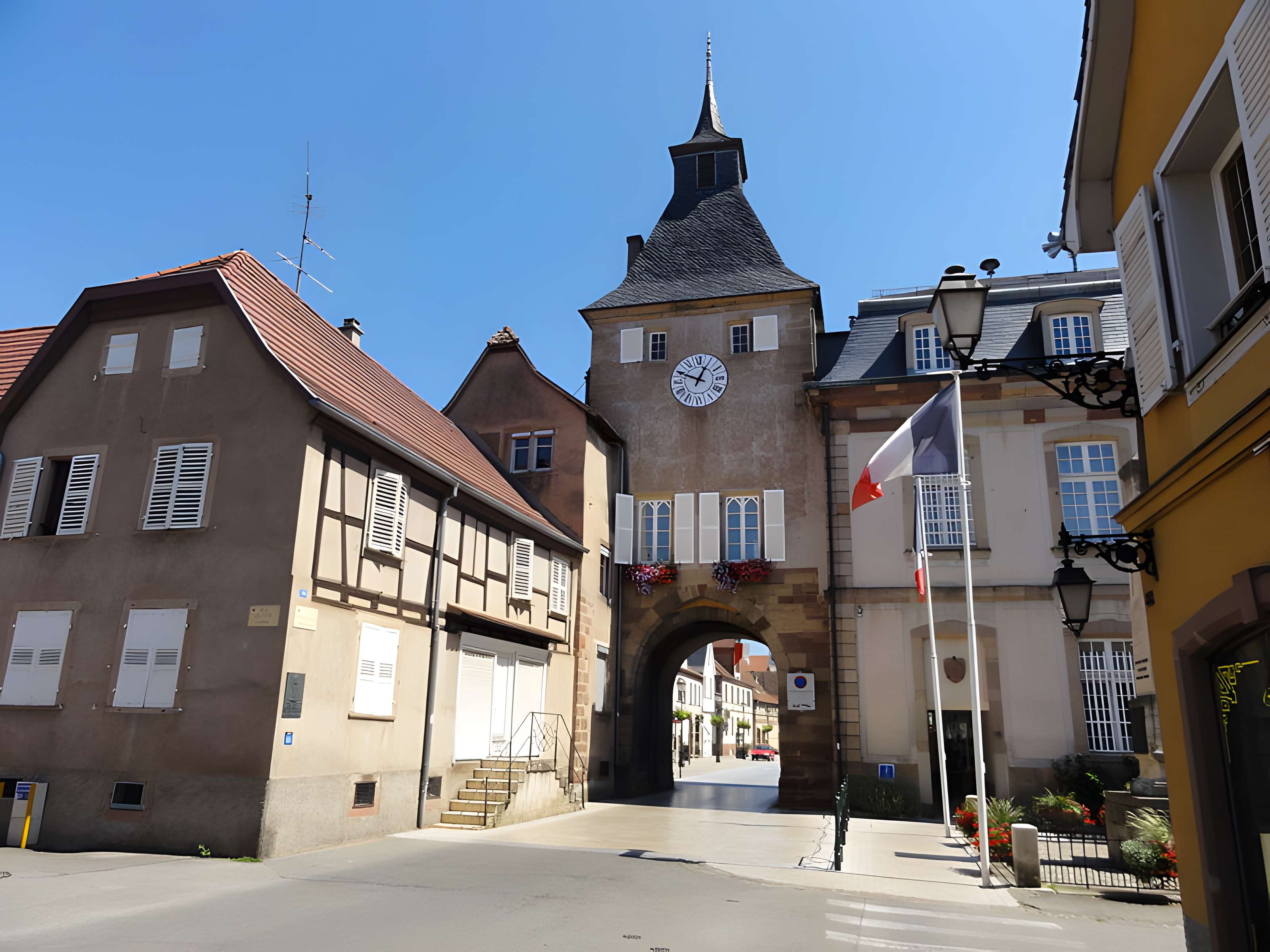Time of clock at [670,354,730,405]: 12:49
